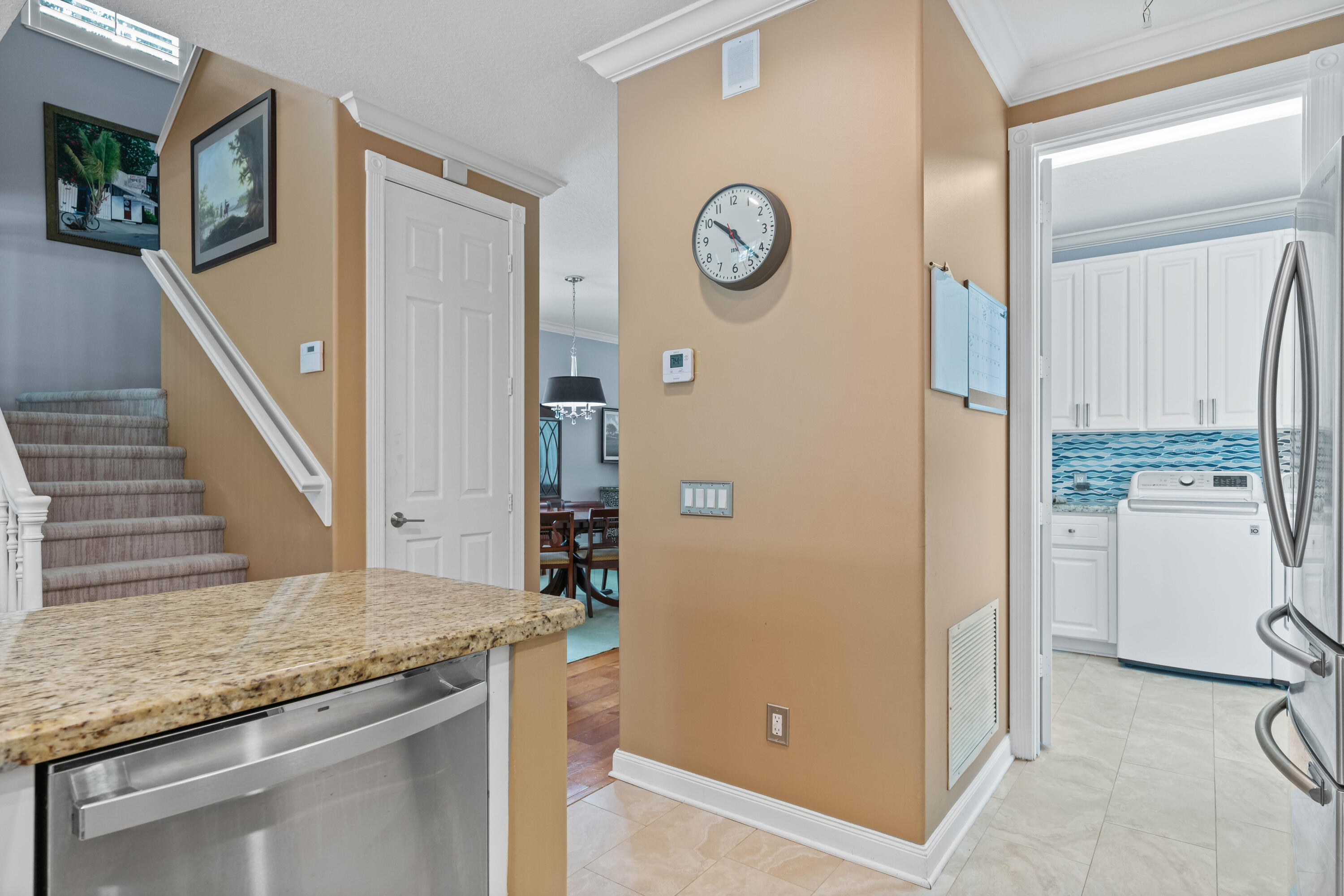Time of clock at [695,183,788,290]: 10:22
